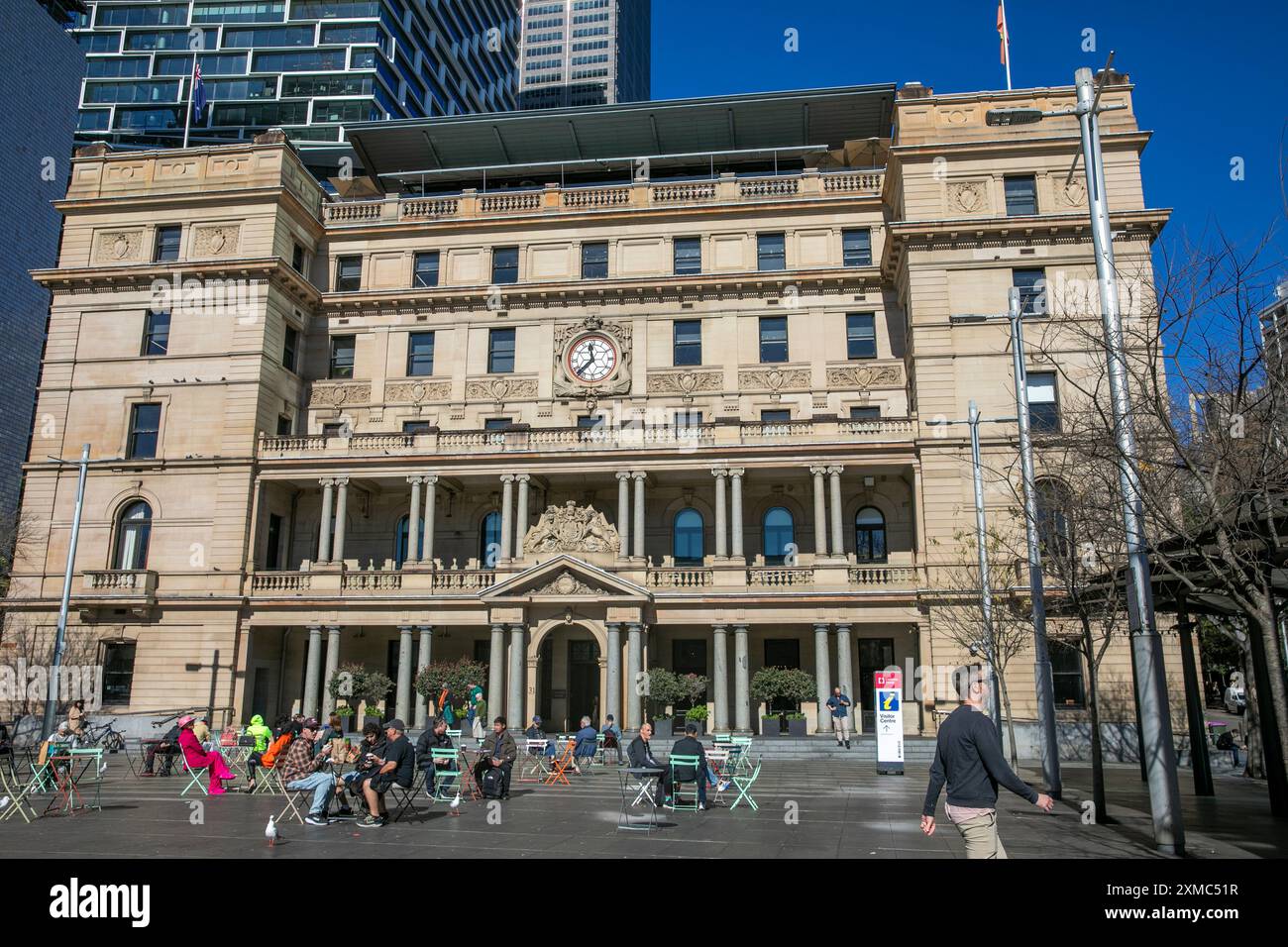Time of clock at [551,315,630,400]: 11:37
